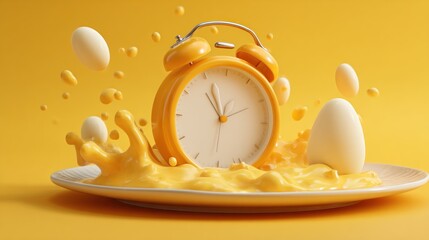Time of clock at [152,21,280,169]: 10:56
